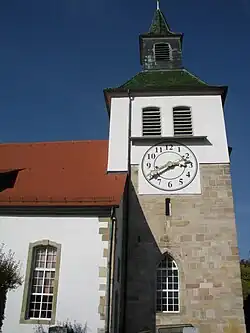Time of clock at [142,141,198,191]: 2:39
